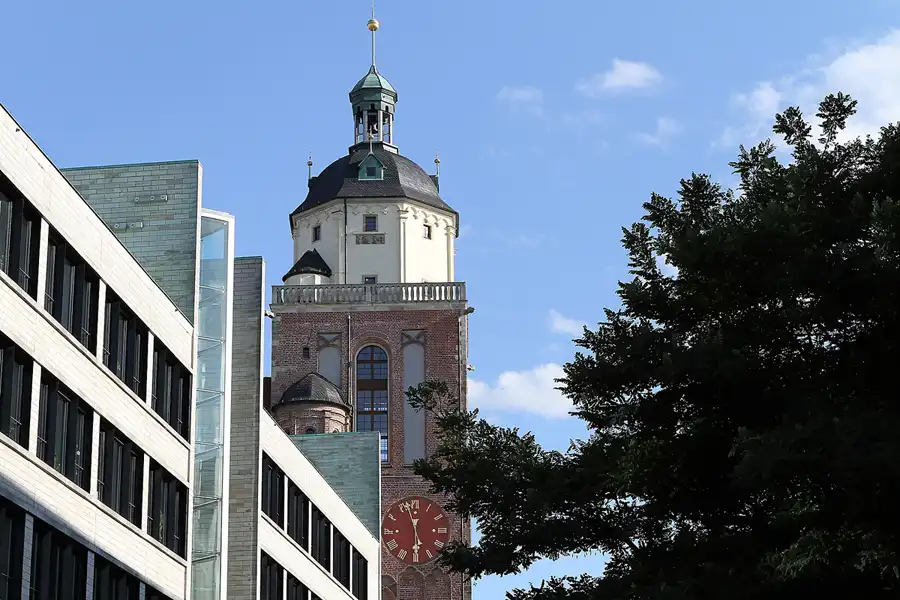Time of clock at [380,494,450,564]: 5:57
